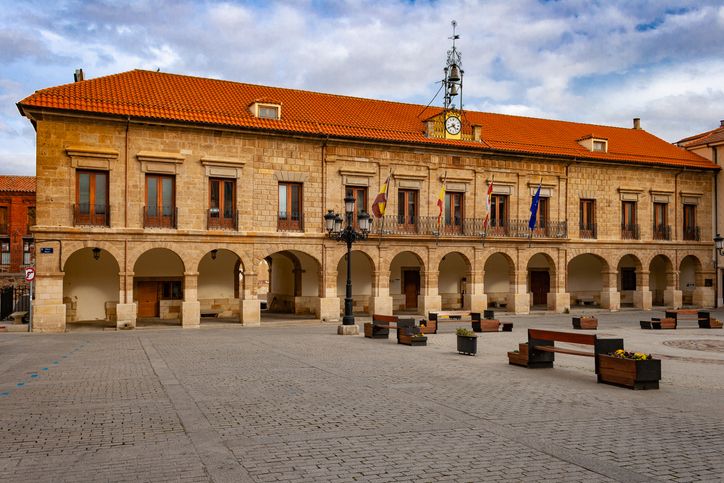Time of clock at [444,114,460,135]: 4:40
